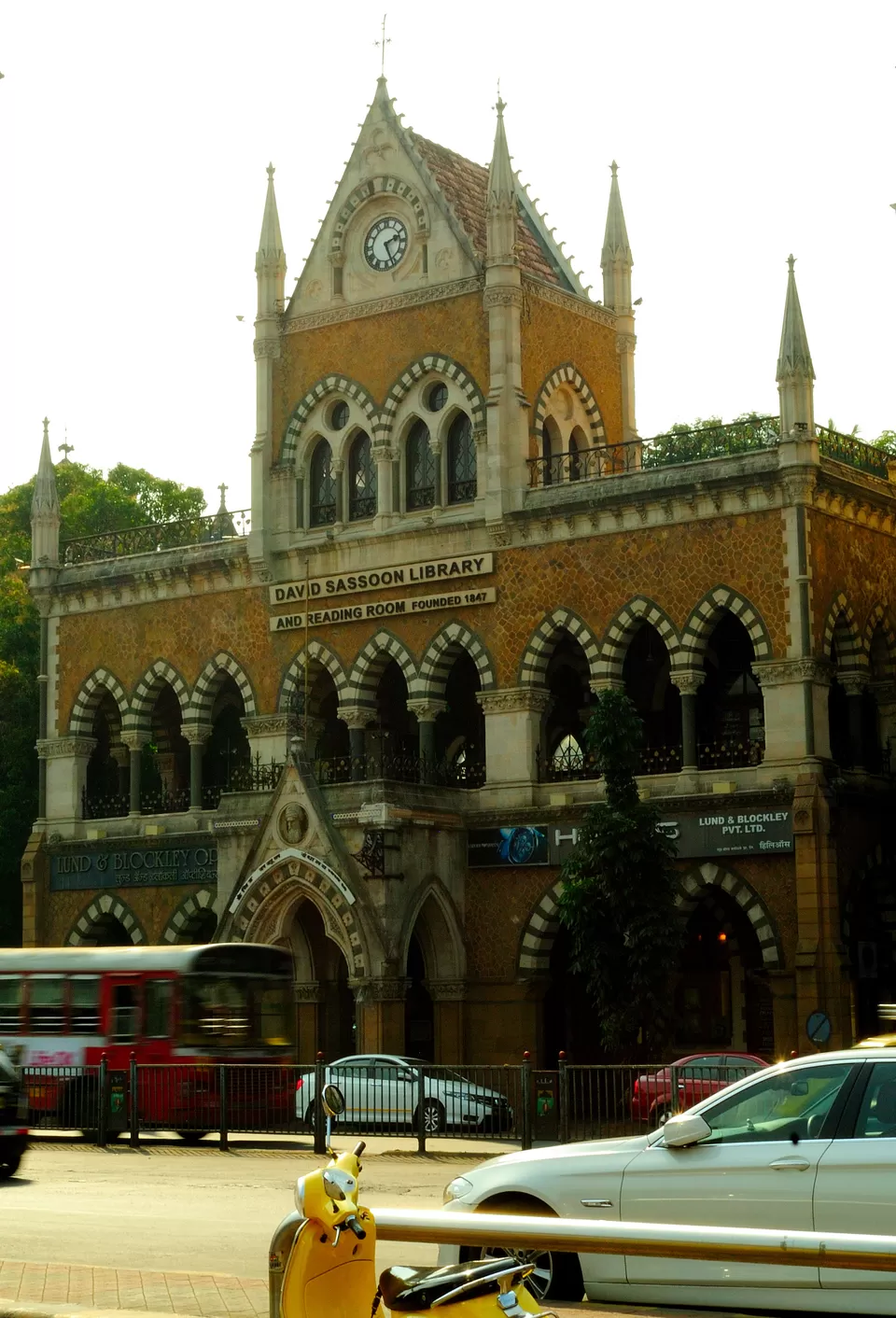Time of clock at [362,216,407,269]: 2:26
